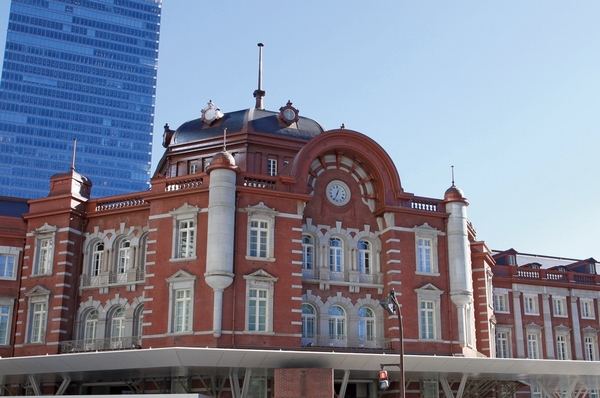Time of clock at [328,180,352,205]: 12:33
